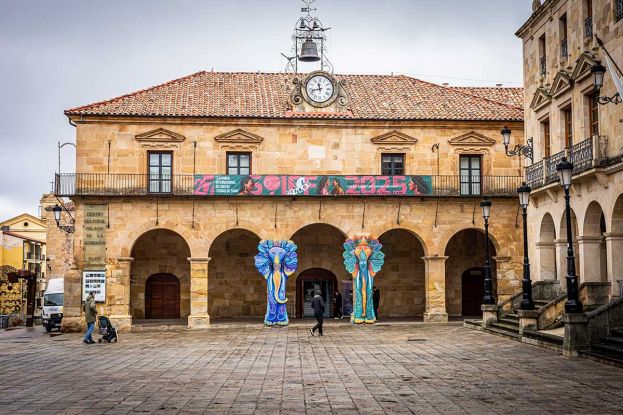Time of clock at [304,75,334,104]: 11:42
